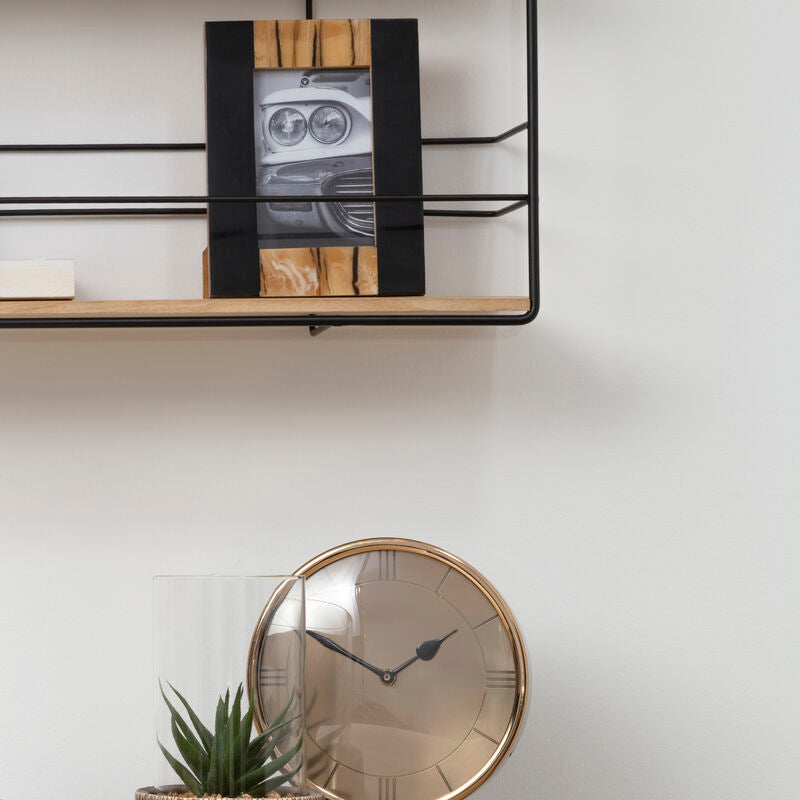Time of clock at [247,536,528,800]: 1:49
